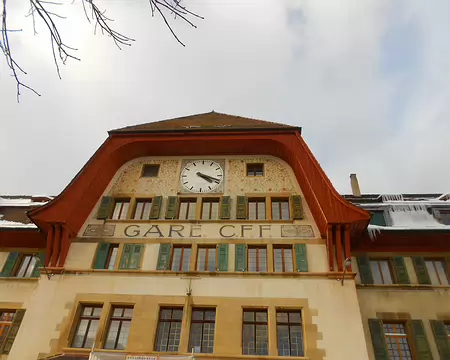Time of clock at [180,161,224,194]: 4:18
